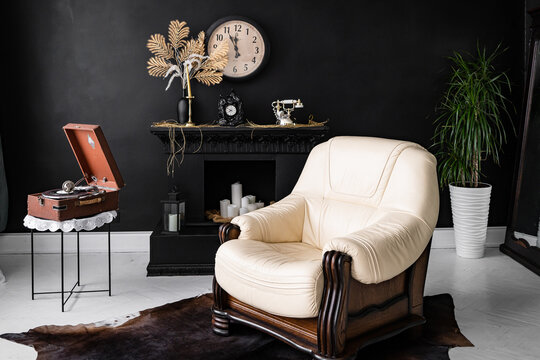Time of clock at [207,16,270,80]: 11:55
